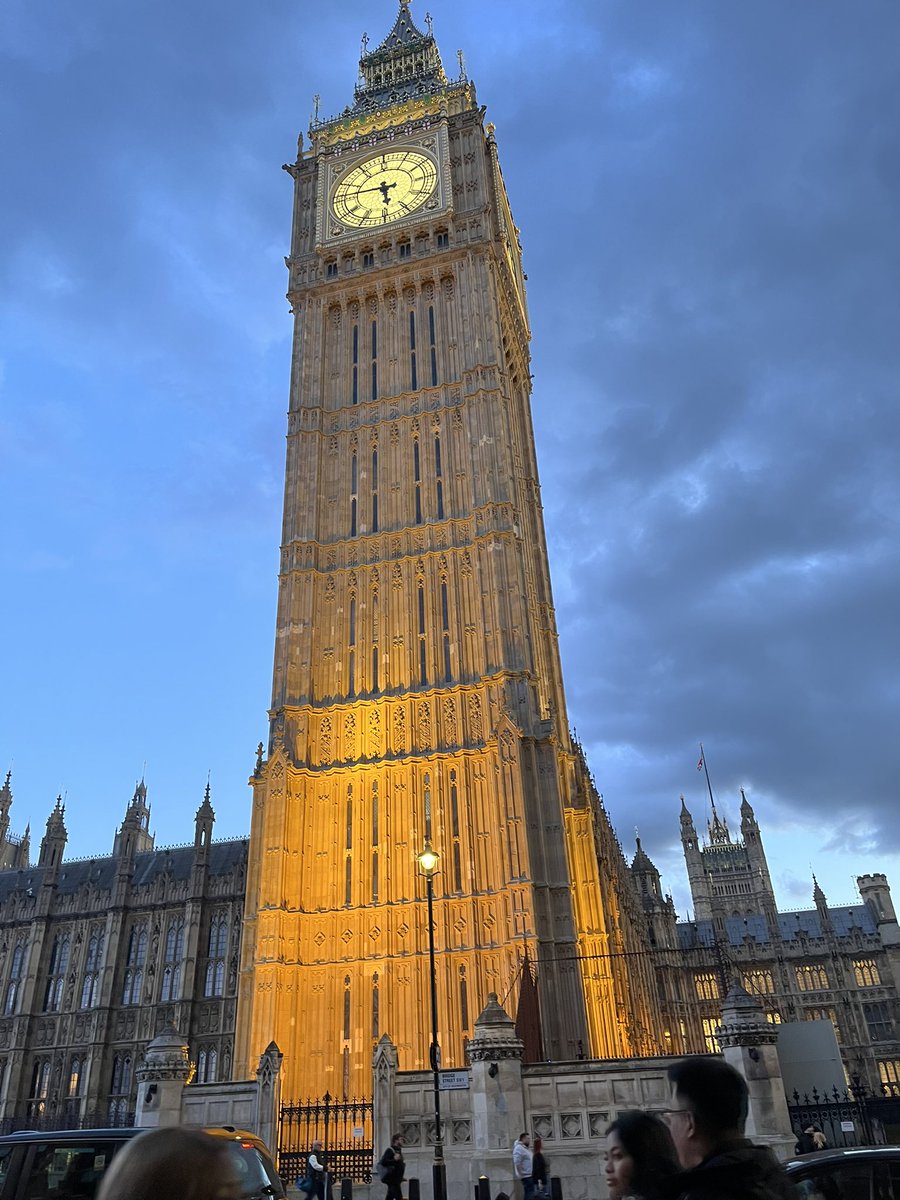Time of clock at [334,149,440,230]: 5:46
